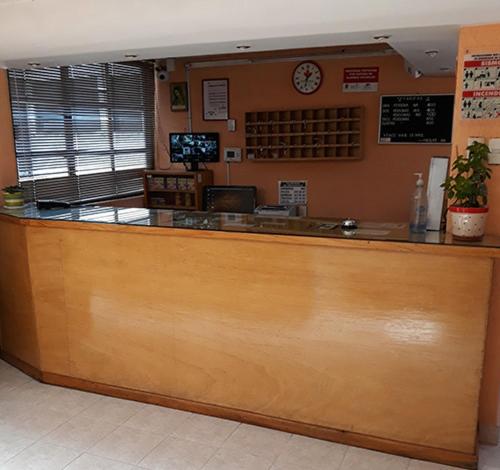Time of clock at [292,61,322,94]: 1:32
